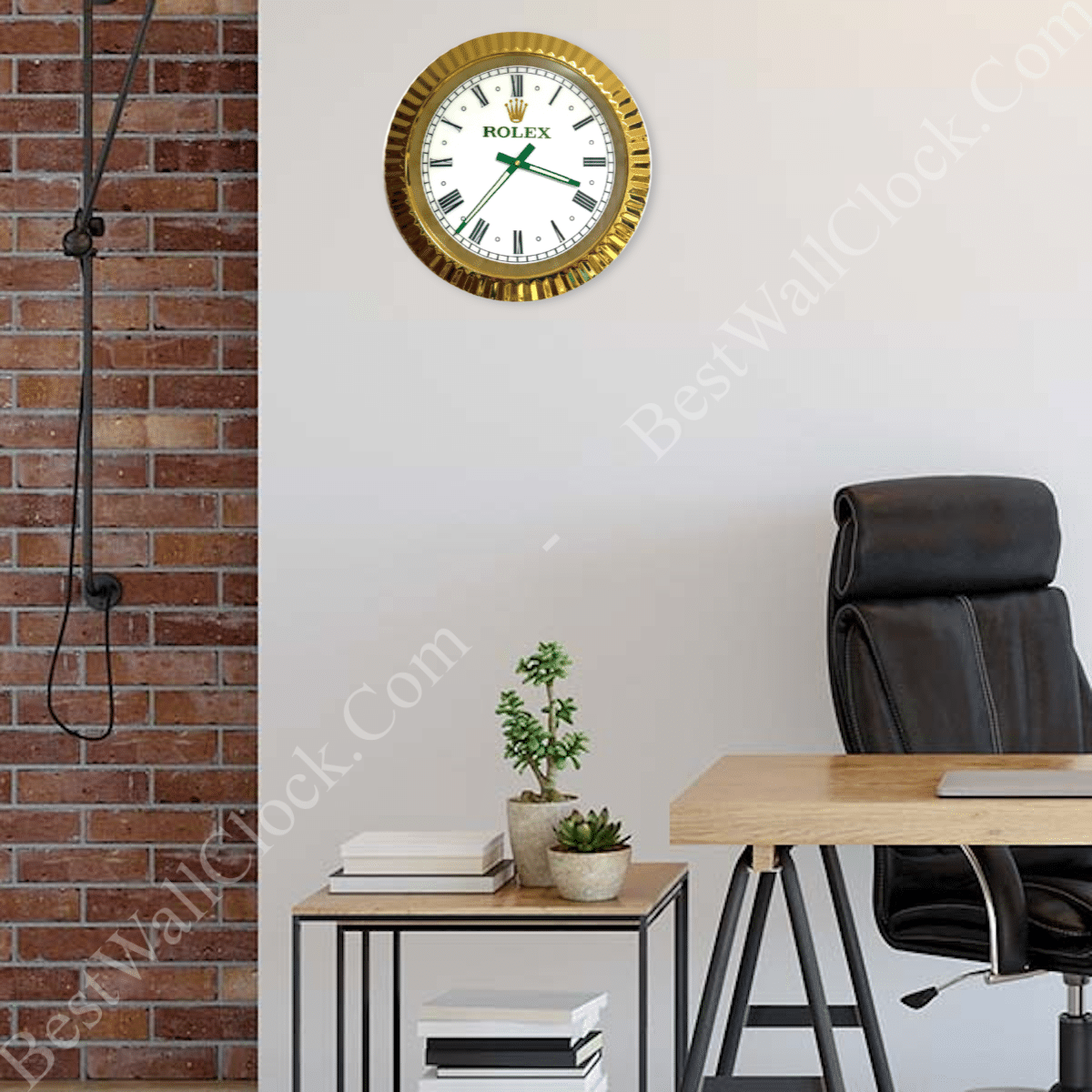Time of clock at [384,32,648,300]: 3:36
